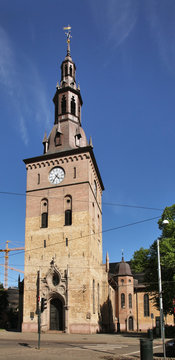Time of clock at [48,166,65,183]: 4:35
